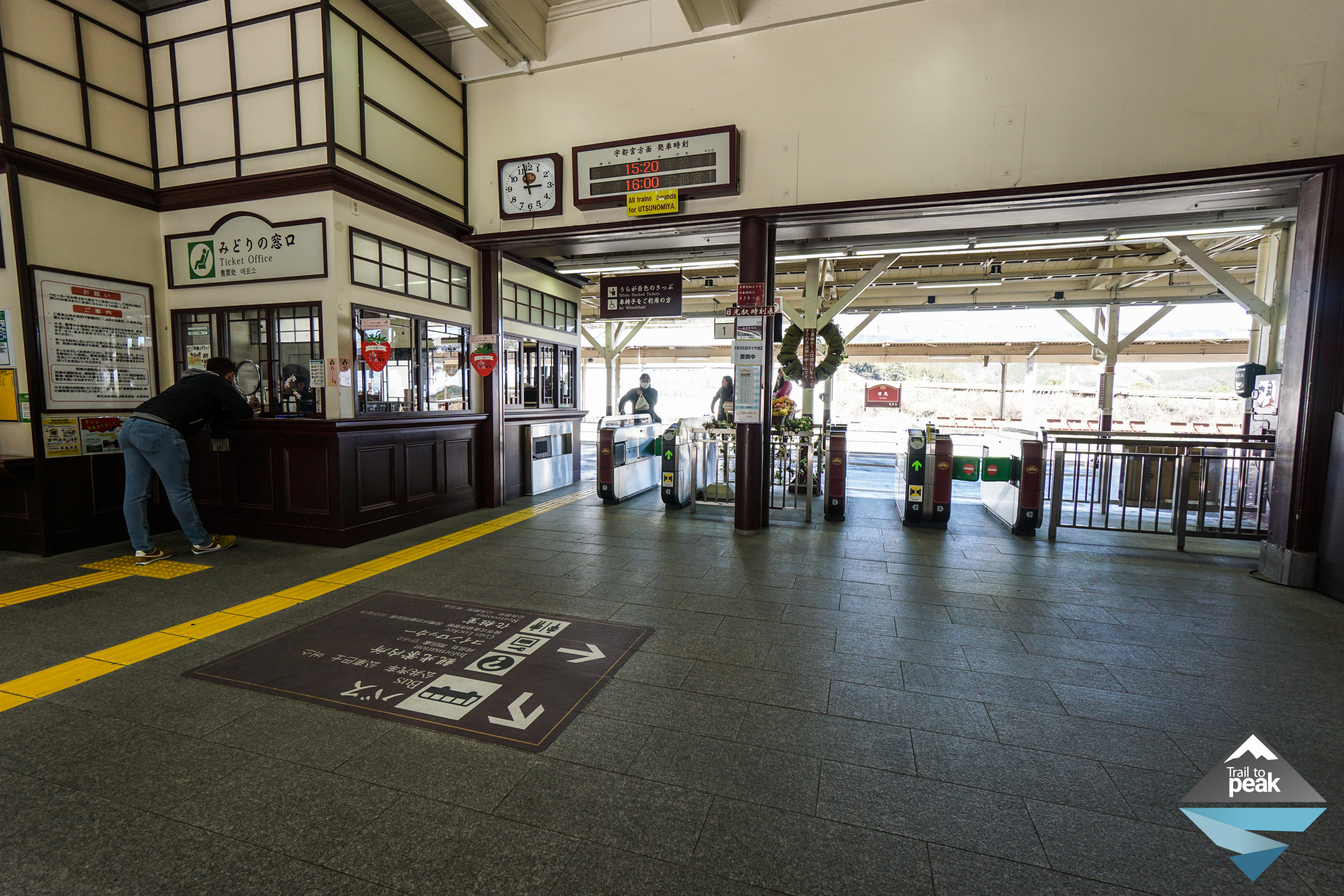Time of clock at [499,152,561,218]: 2:57
